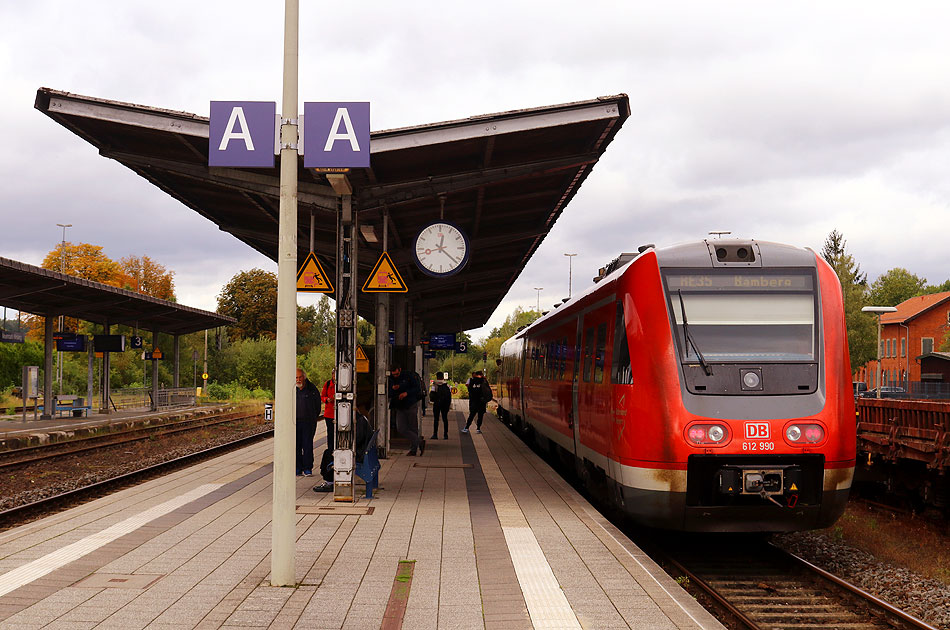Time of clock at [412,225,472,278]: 12:21
